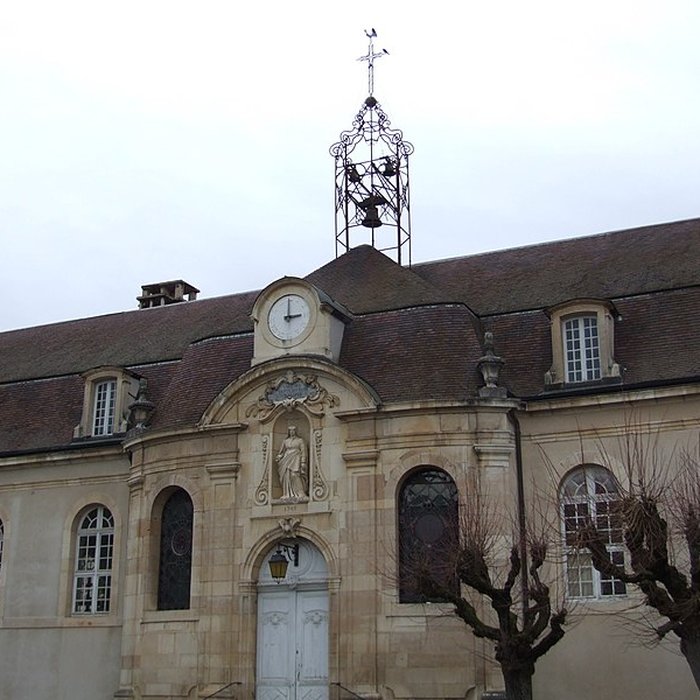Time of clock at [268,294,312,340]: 2:59
